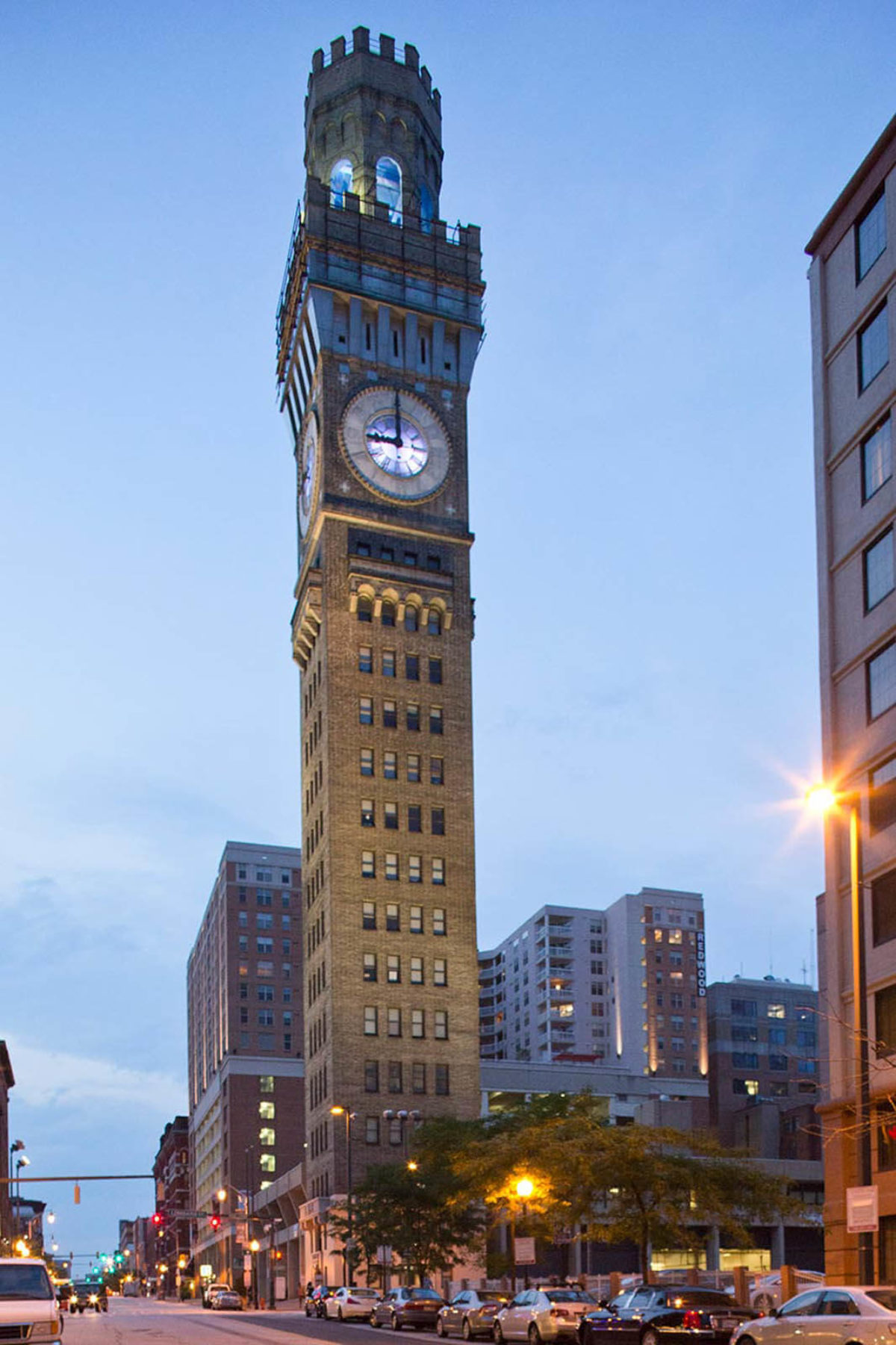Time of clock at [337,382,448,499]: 9:00
